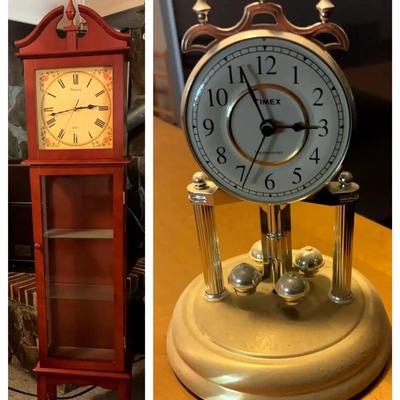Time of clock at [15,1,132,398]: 2:56
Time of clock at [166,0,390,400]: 2:56
